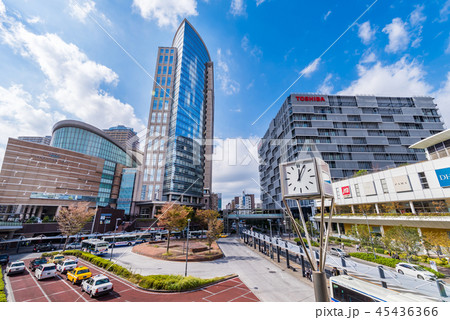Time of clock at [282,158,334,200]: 12:04
